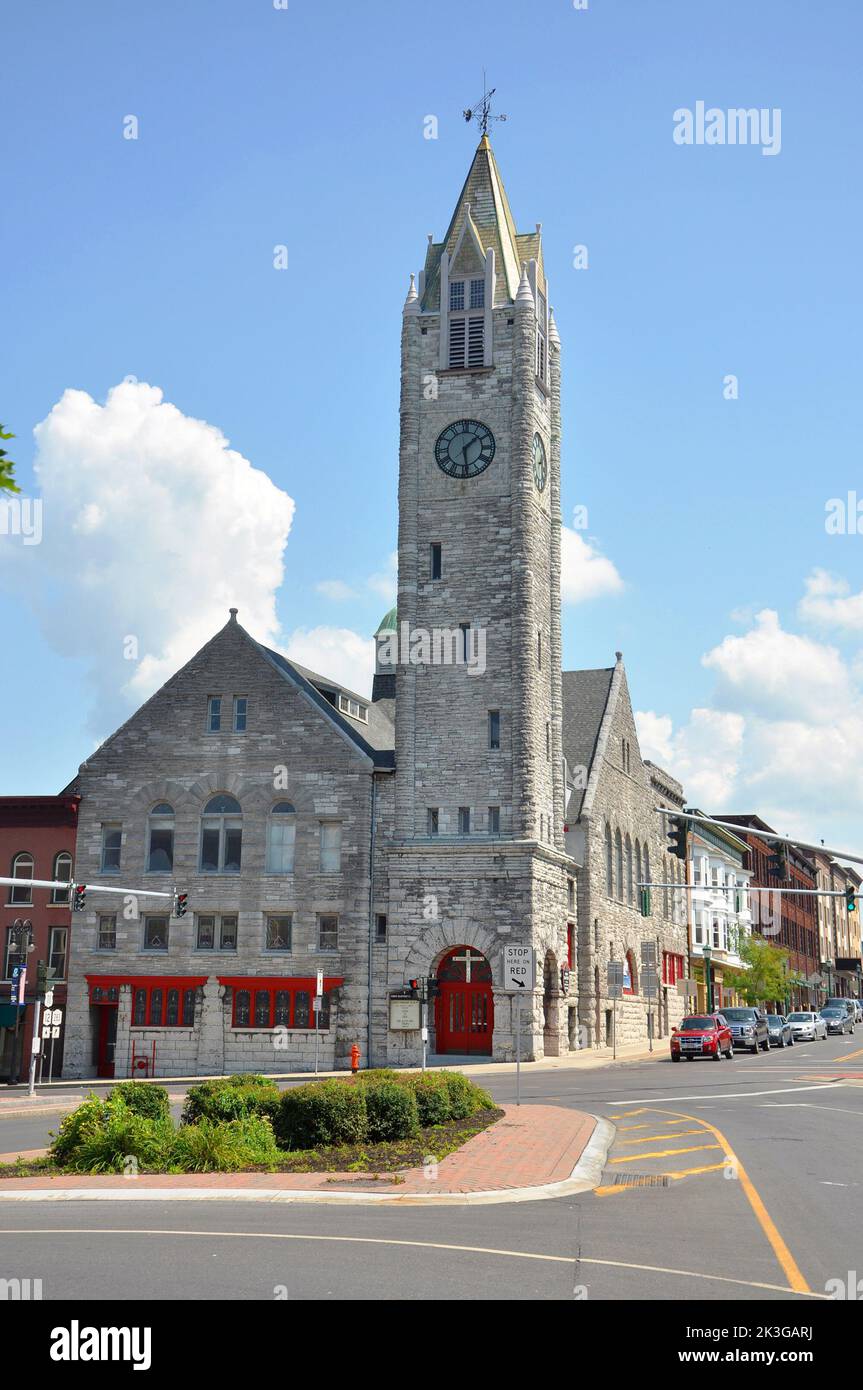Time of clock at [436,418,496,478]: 1:28
